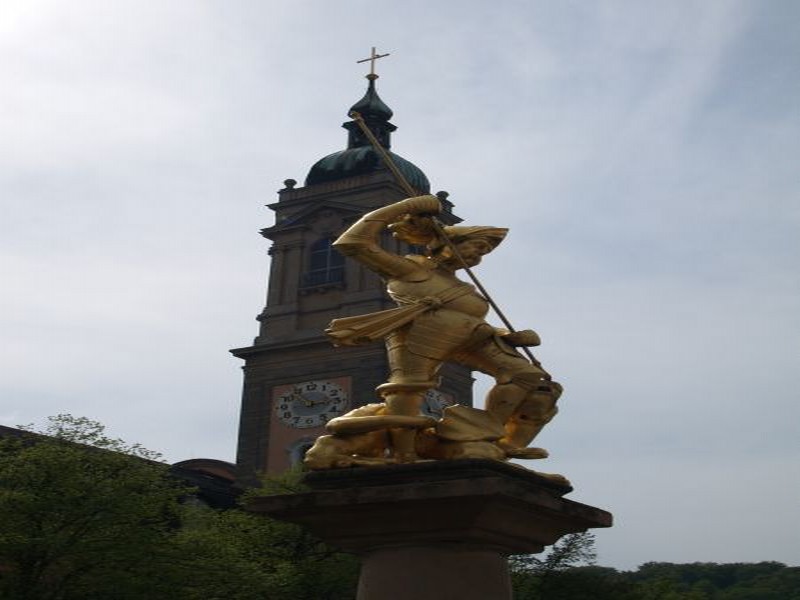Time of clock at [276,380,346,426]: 2:53
